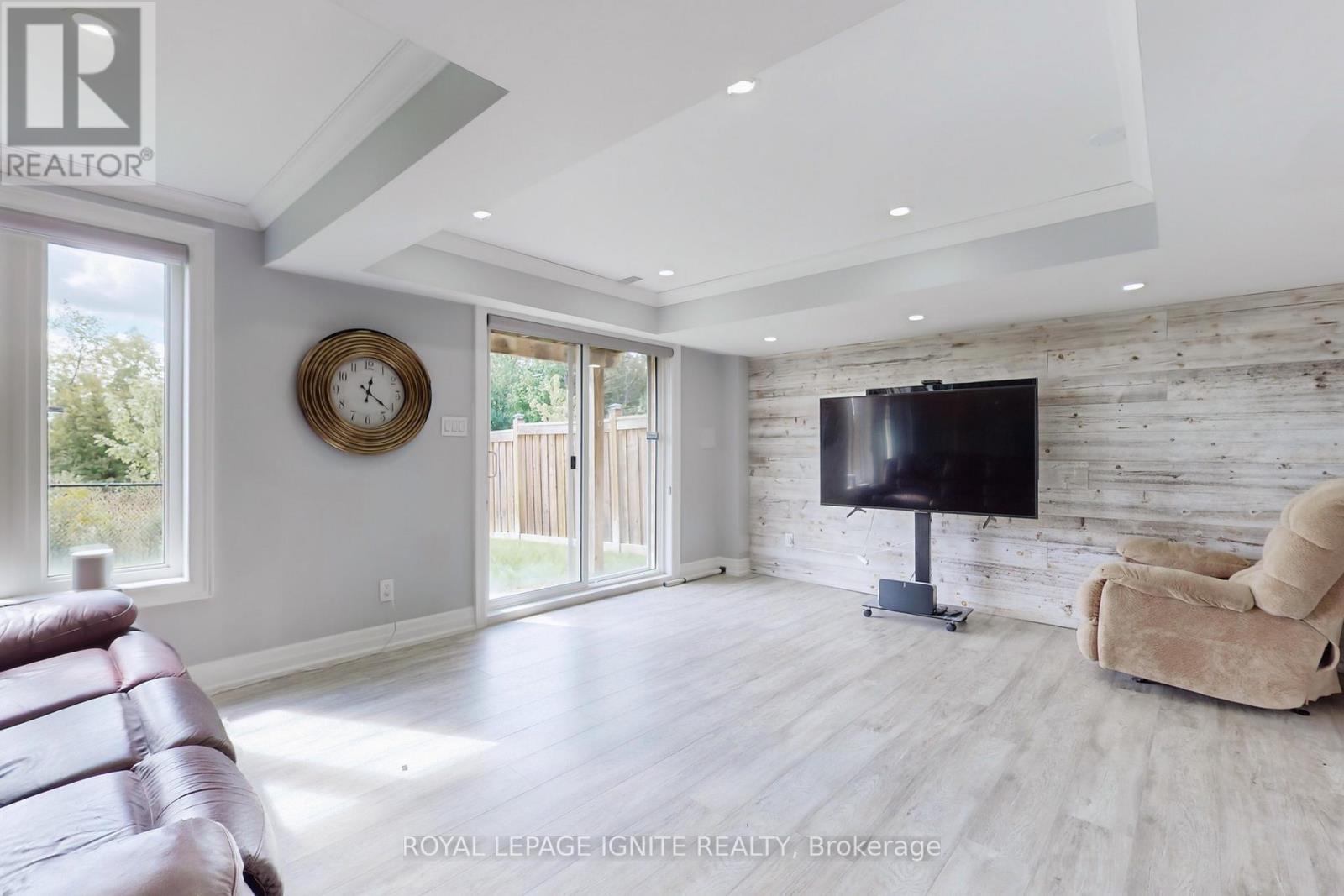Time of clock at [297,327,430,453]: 12:21
